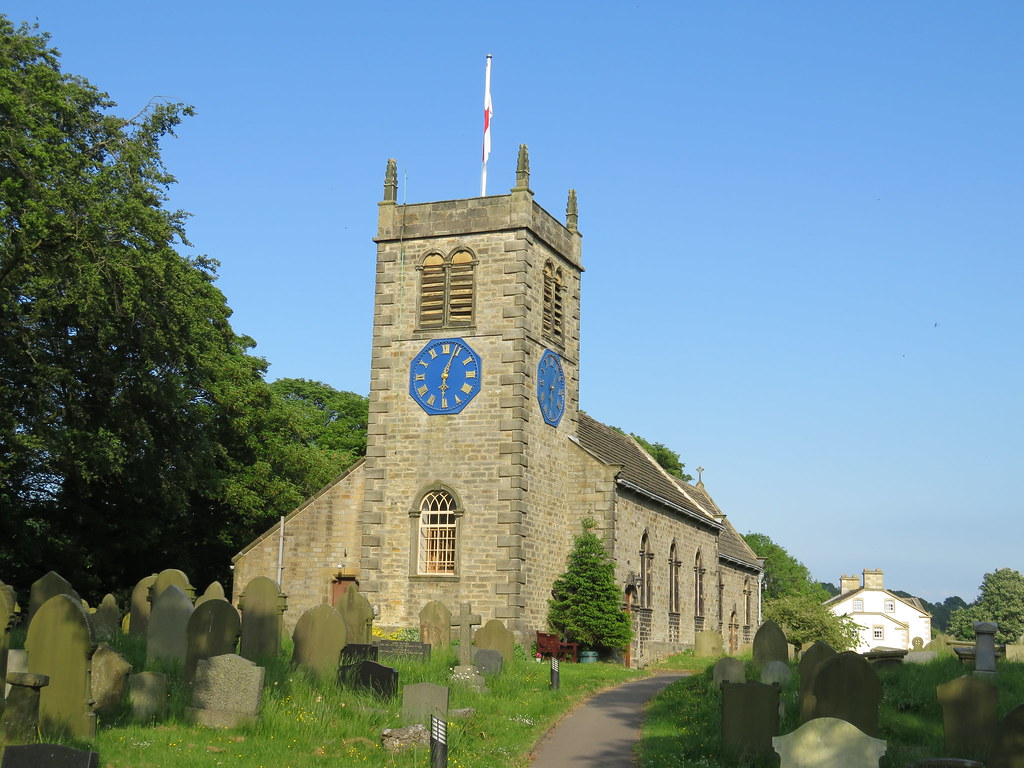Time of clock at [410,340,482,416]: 6:03
